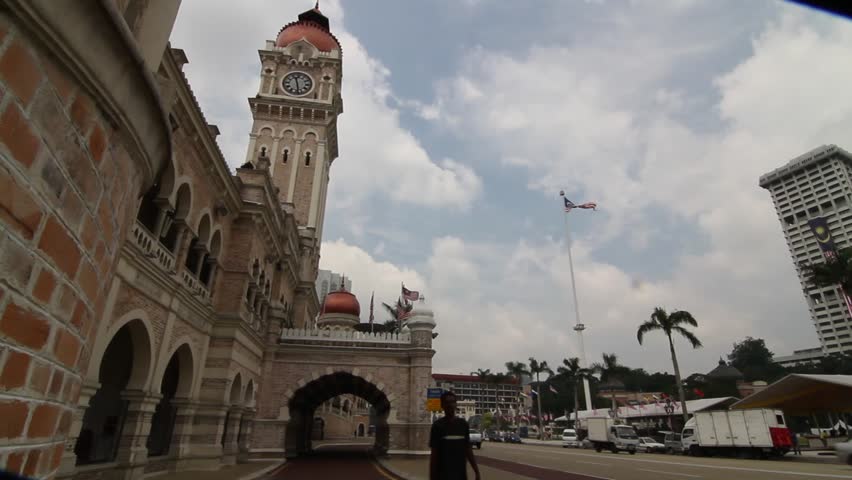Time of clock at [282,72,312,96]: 11:28
